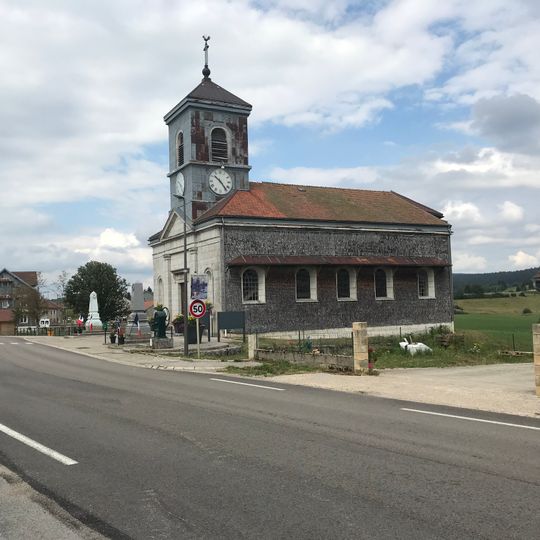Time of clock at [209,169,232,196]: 10:24
